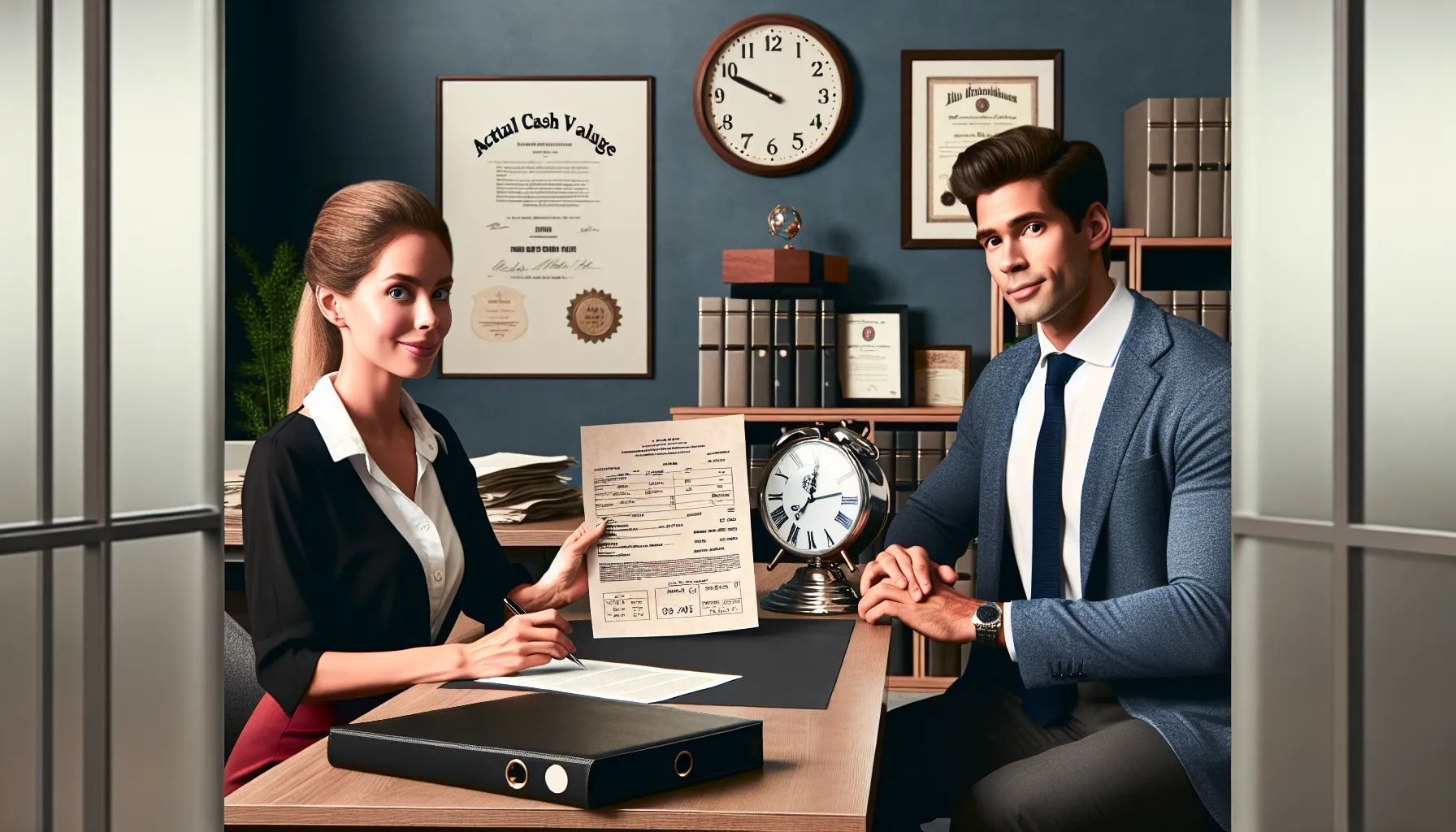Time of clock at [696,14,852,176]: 9:48
